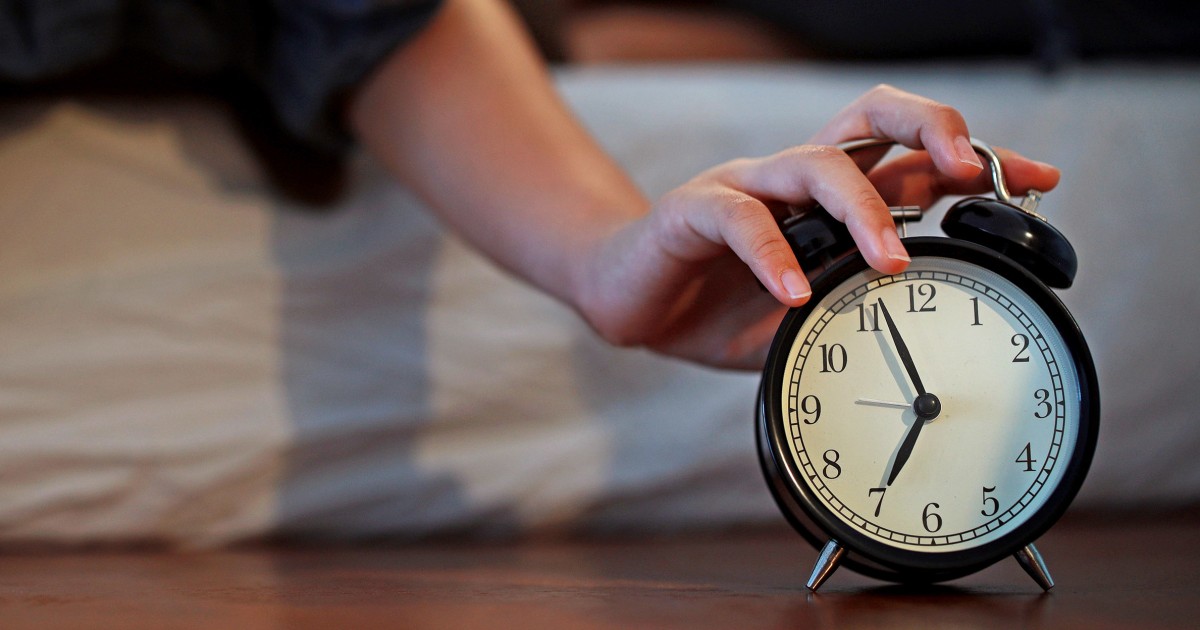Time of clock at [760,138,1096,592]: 6:56
